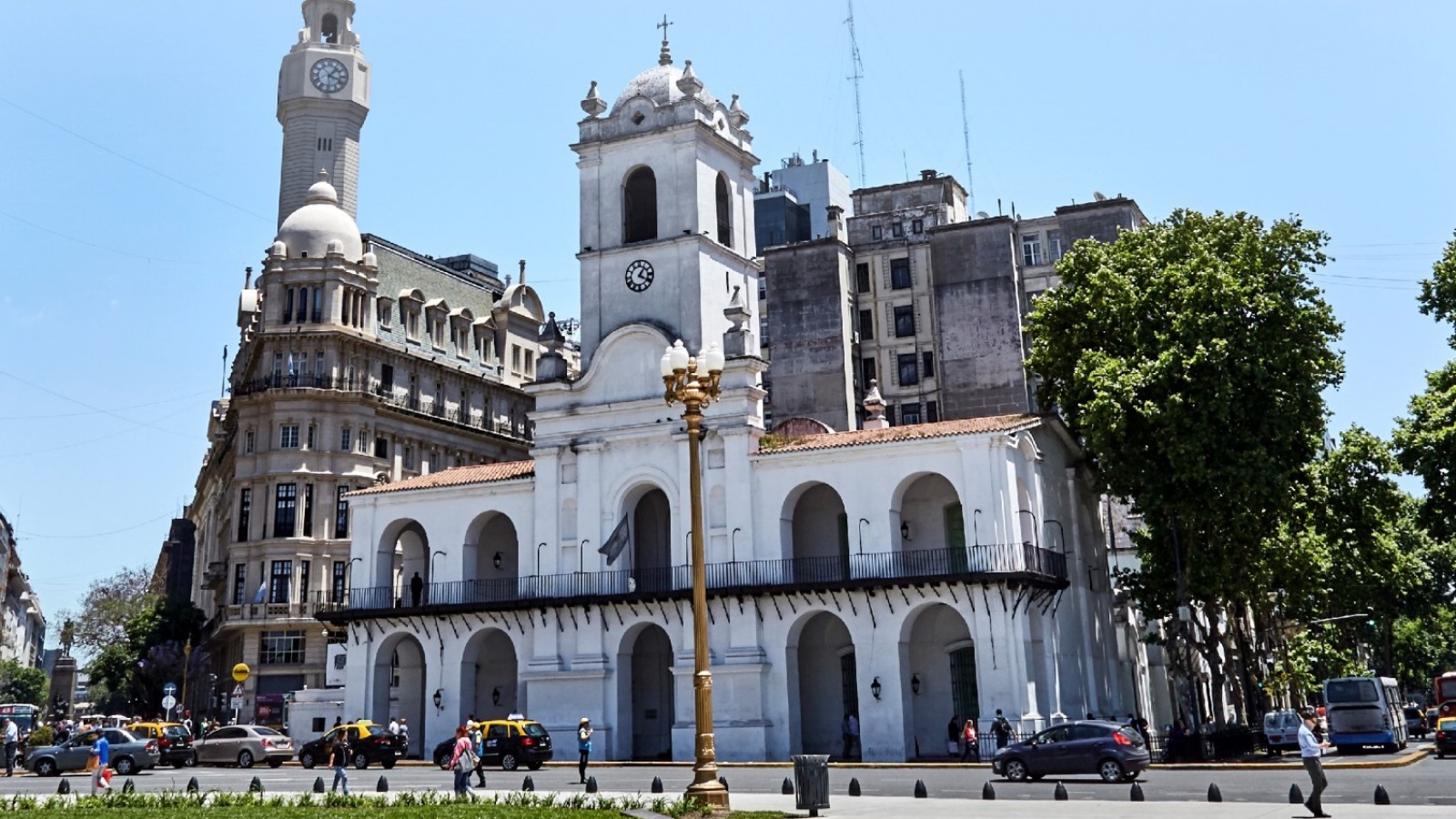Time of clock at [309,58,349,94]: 1:18
